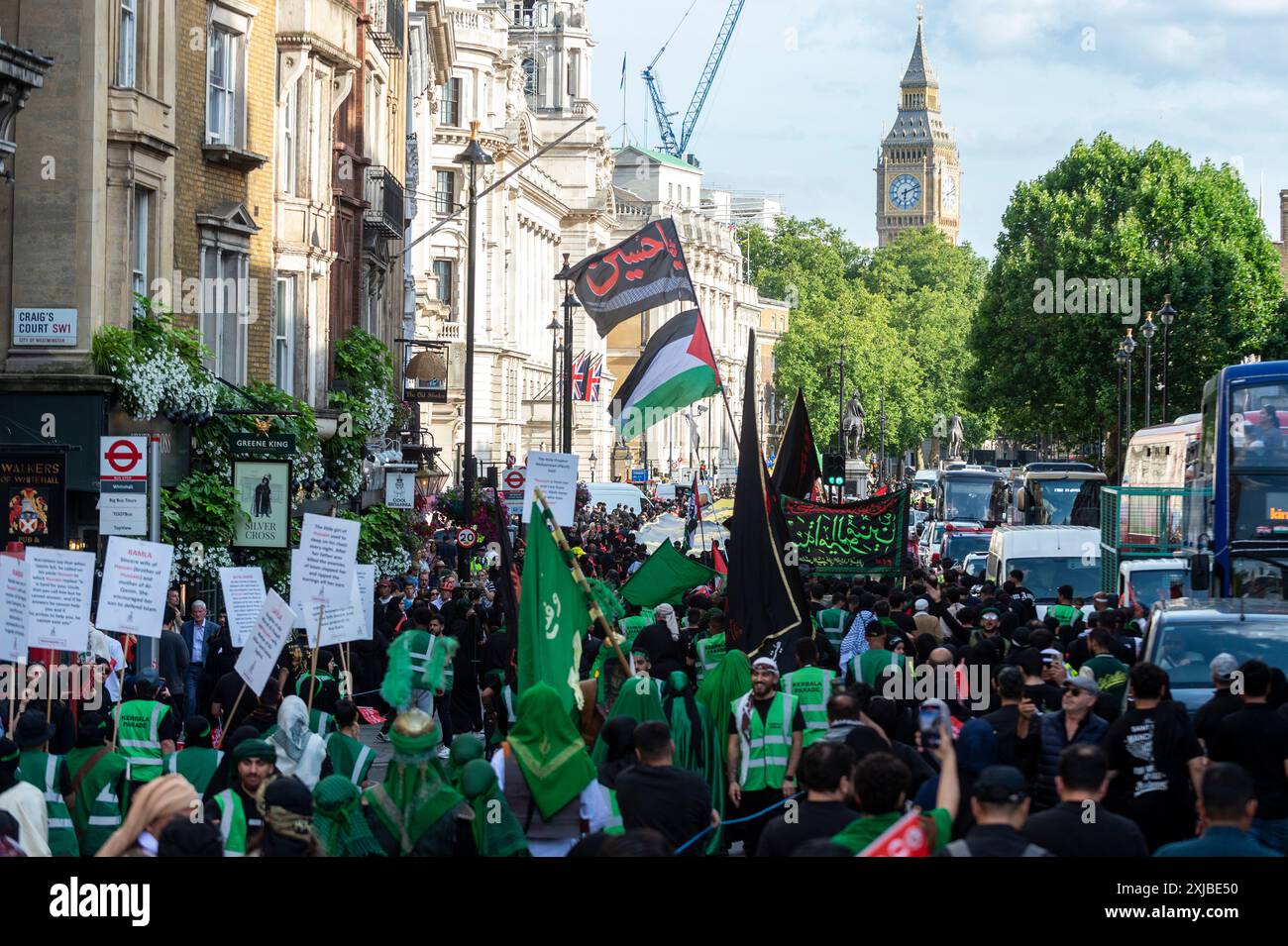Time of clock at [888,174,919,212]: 6:11
